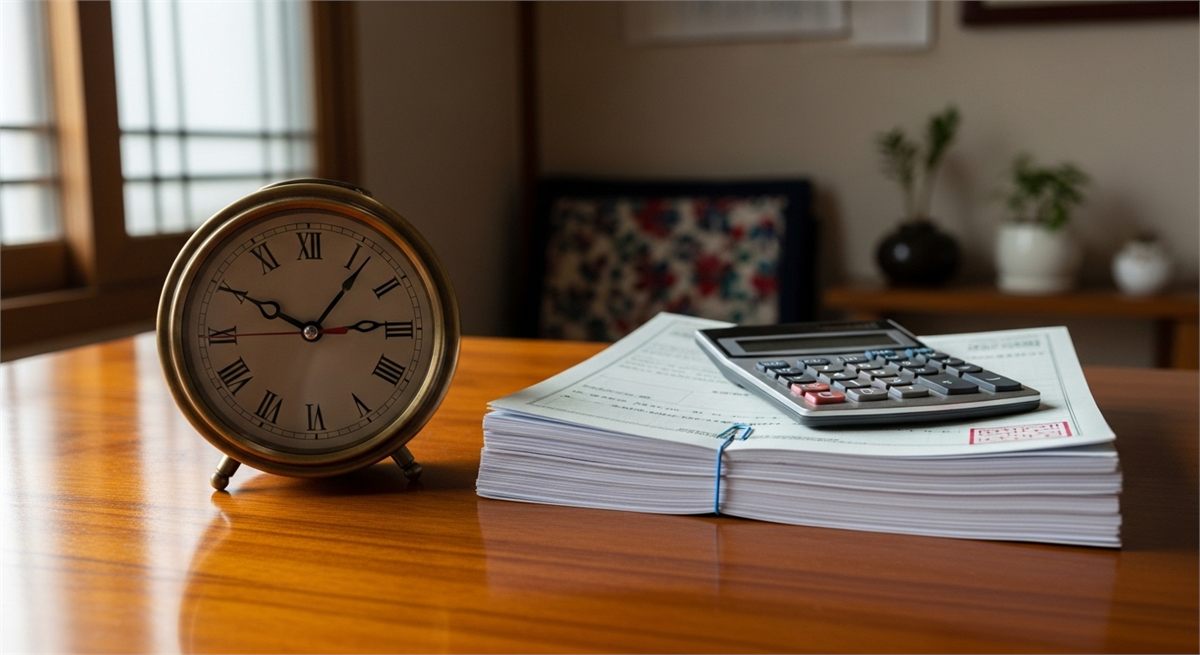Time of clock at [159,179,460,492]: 10:06
